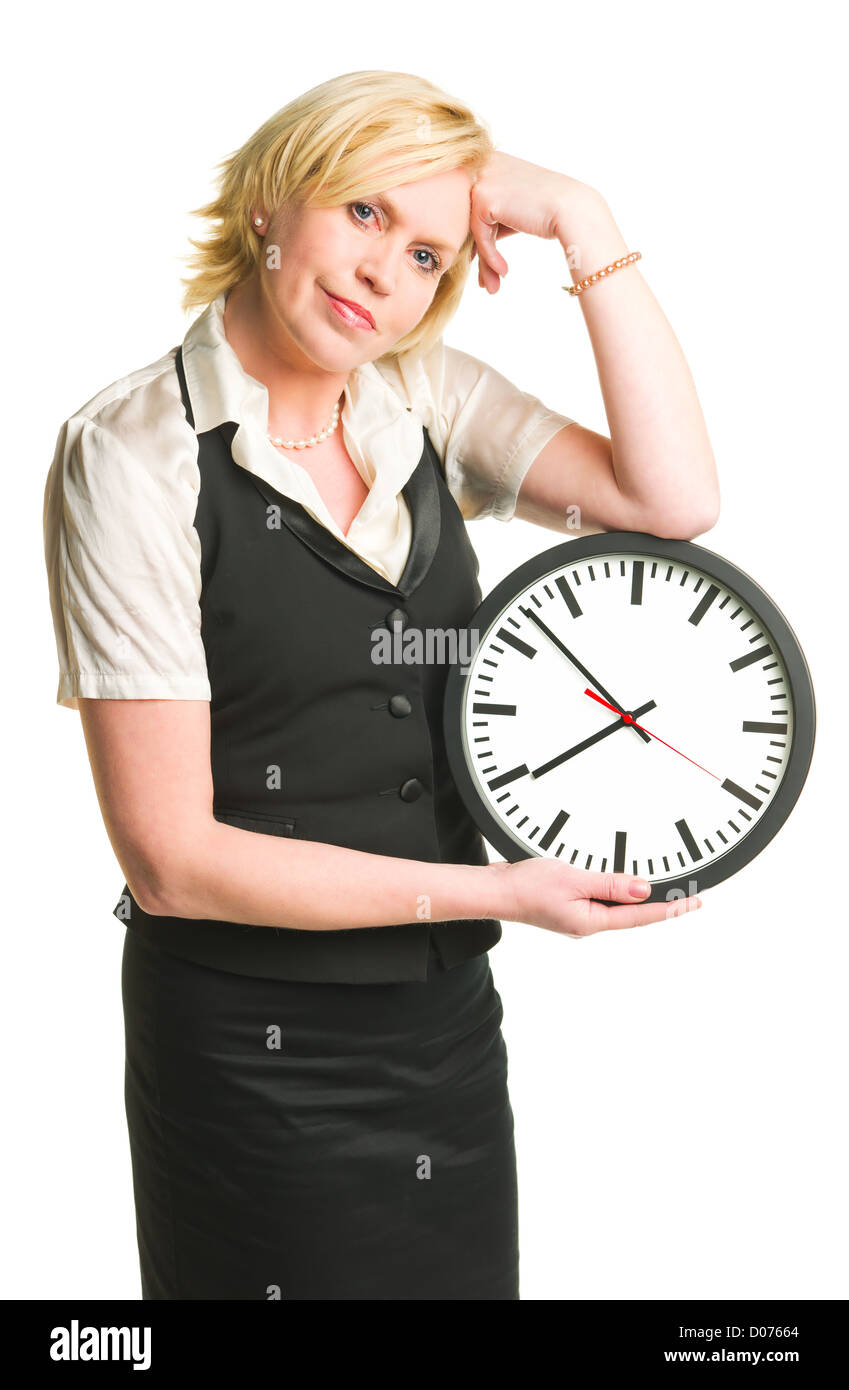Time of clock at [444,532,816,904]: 7:52
